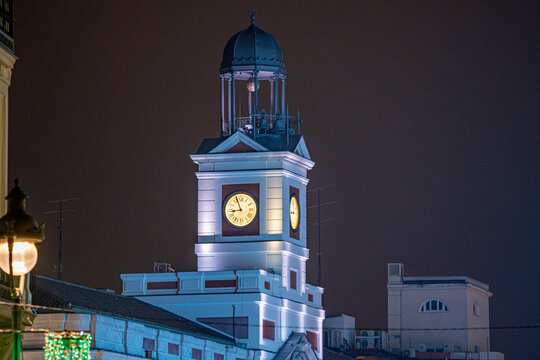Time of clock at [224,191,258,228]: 8:56
